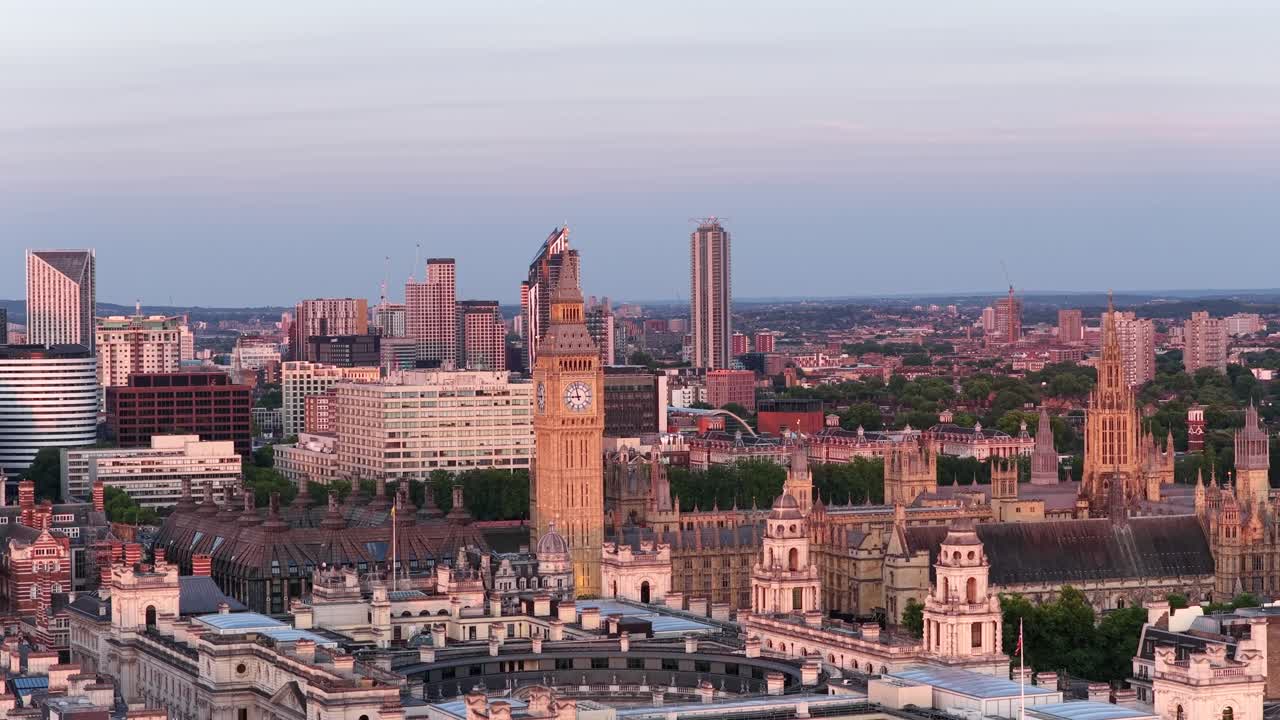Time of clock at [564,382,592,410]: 8:57
